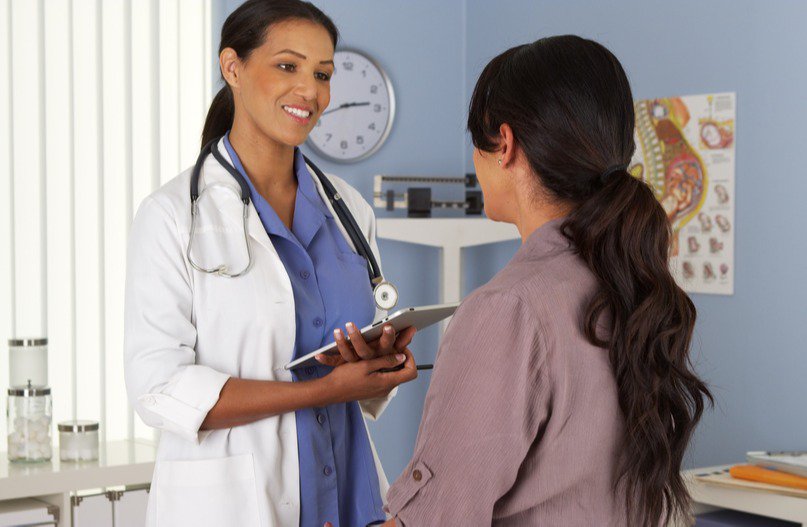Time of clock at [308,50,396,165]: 2:42
